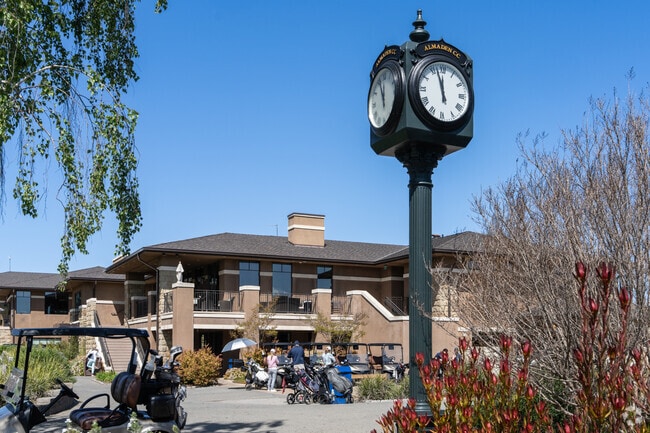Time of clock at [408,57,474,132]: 11:57
